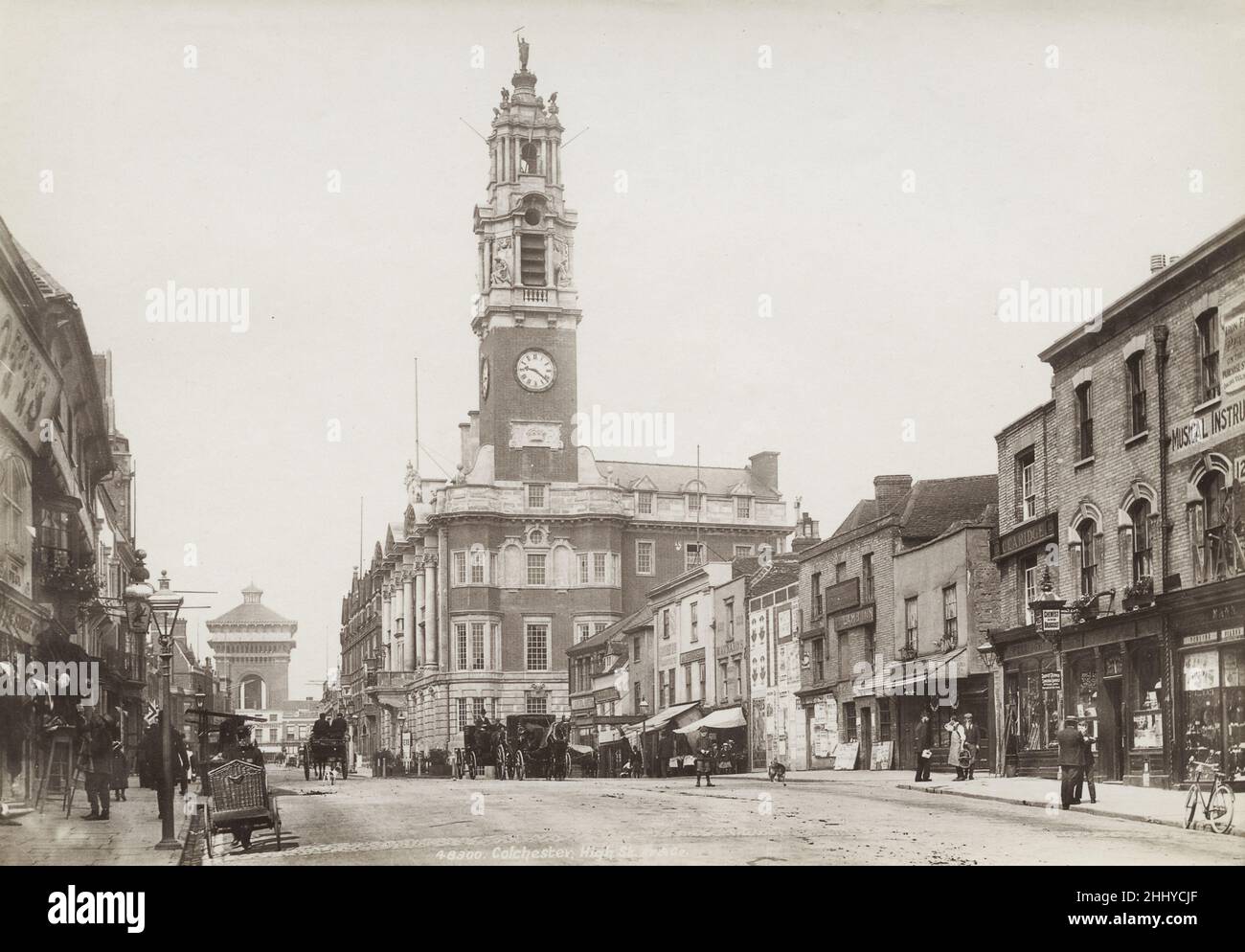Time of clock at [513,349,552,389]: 9:21
